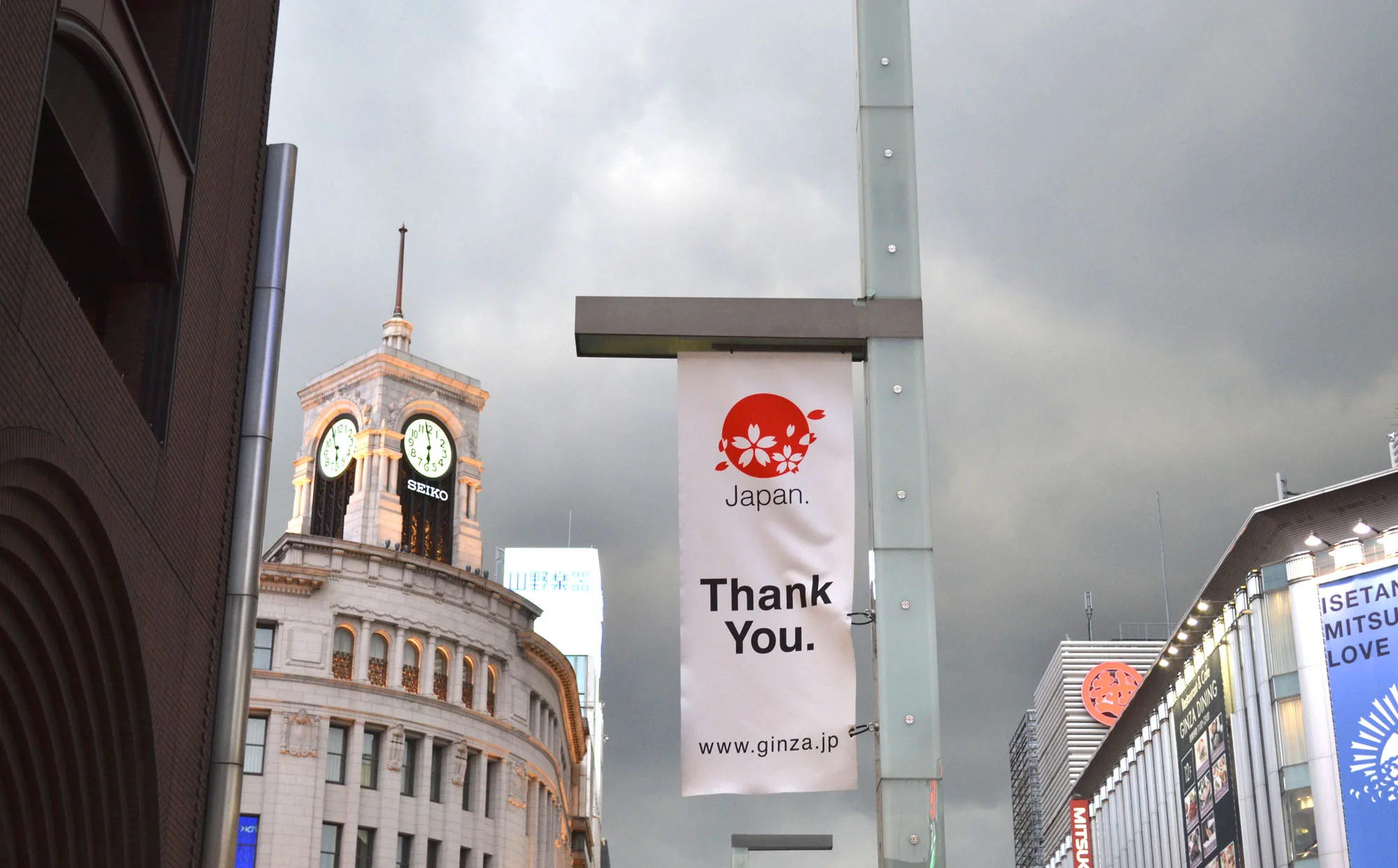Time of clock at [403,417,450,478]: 5:58
